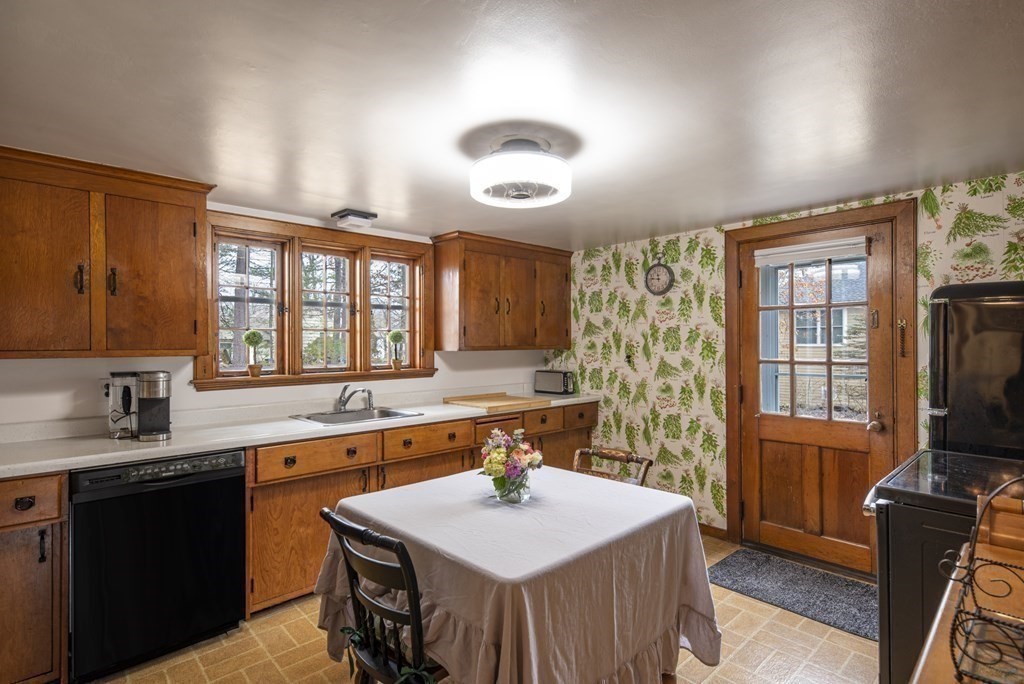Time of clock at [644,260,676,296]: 11:46
